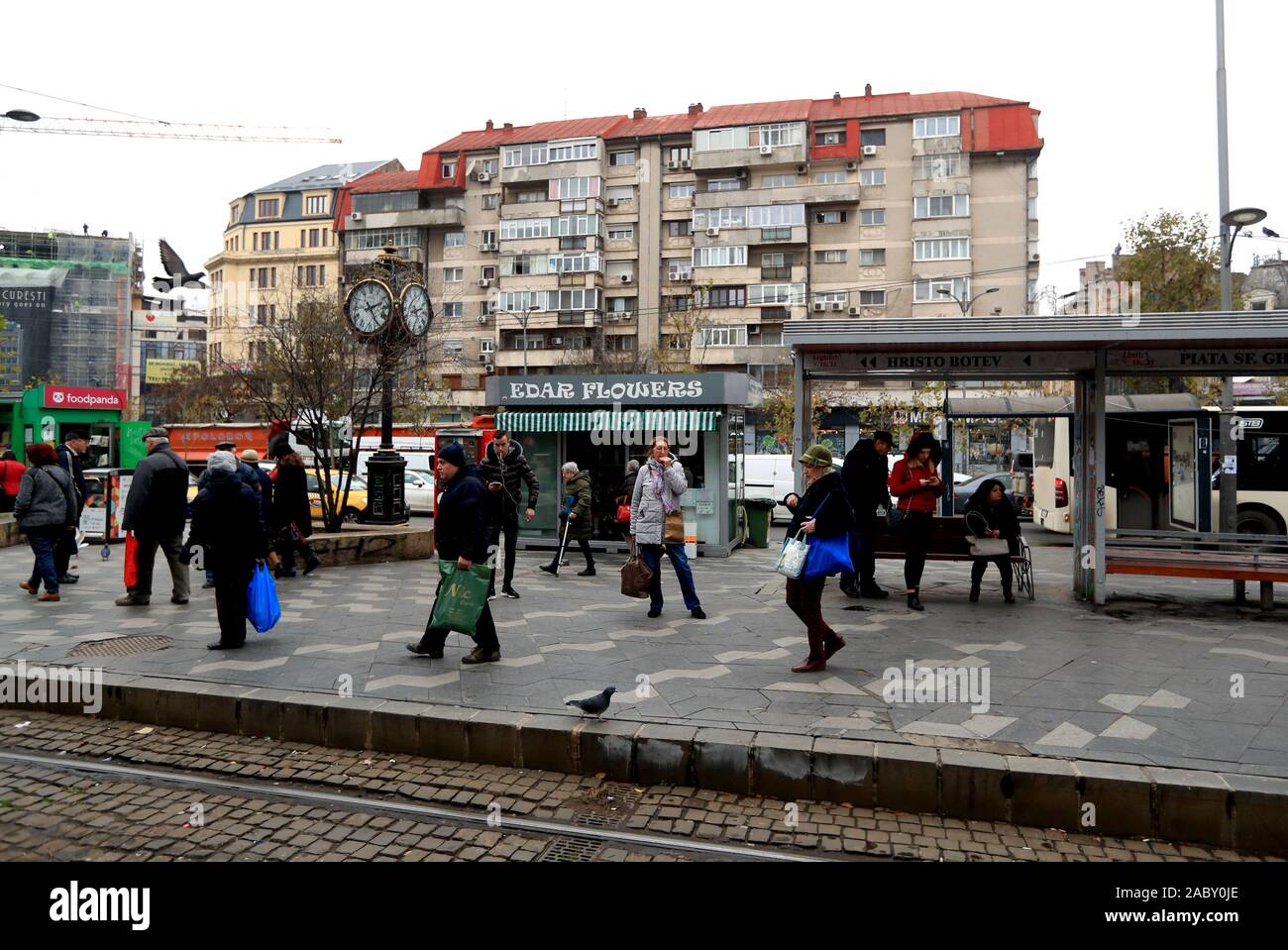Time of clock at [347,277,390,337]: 2:24
